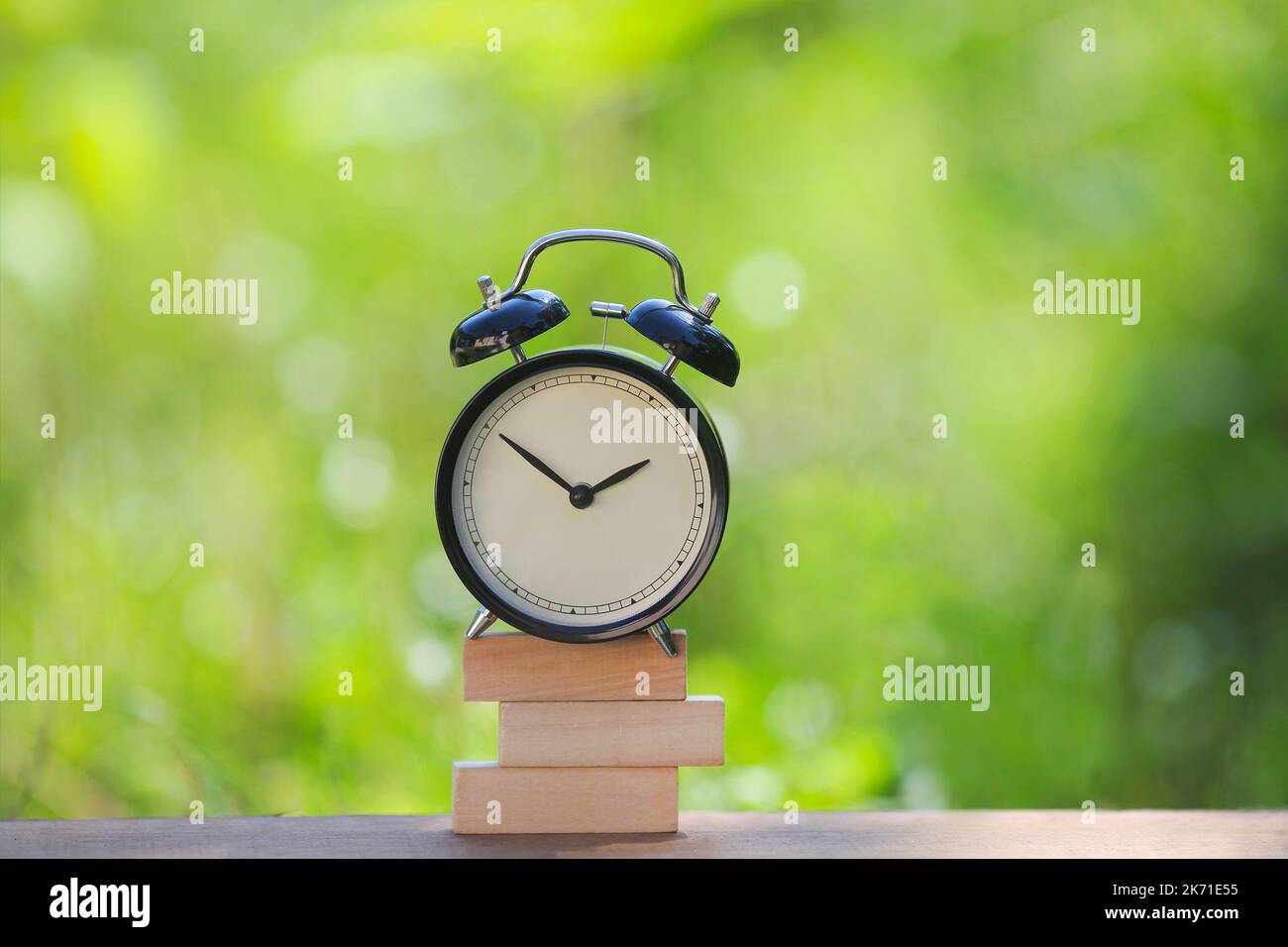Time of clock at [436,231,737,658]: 1:50
